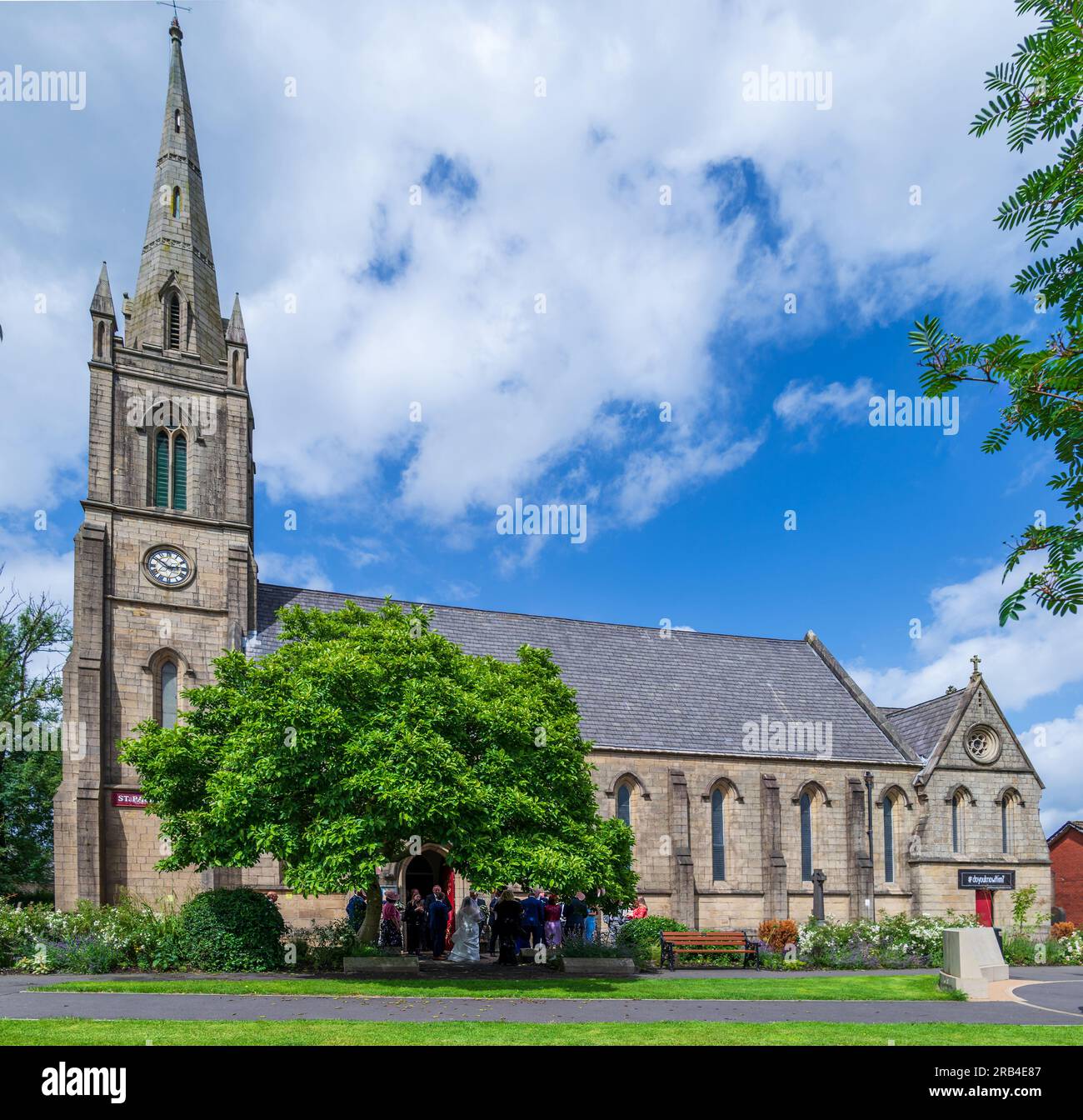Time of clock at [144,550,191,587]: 2:50
